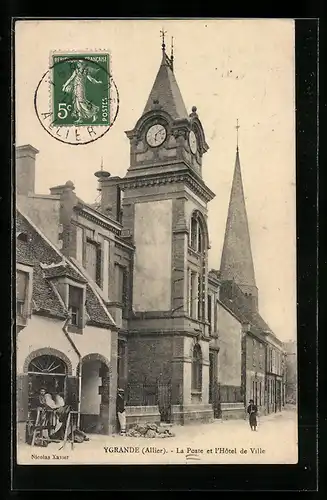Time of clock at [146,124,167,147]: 6:08
